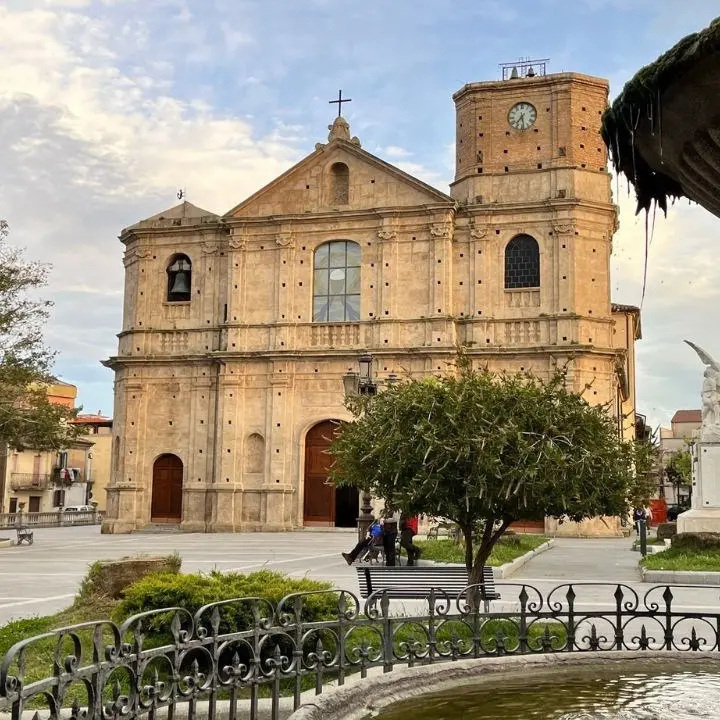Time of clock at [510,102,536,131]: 7:28
